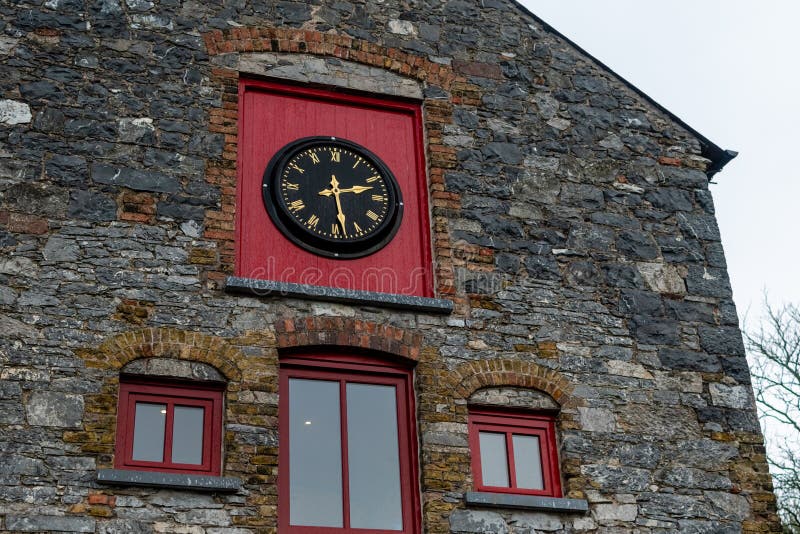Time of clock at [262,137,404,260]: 2:28
